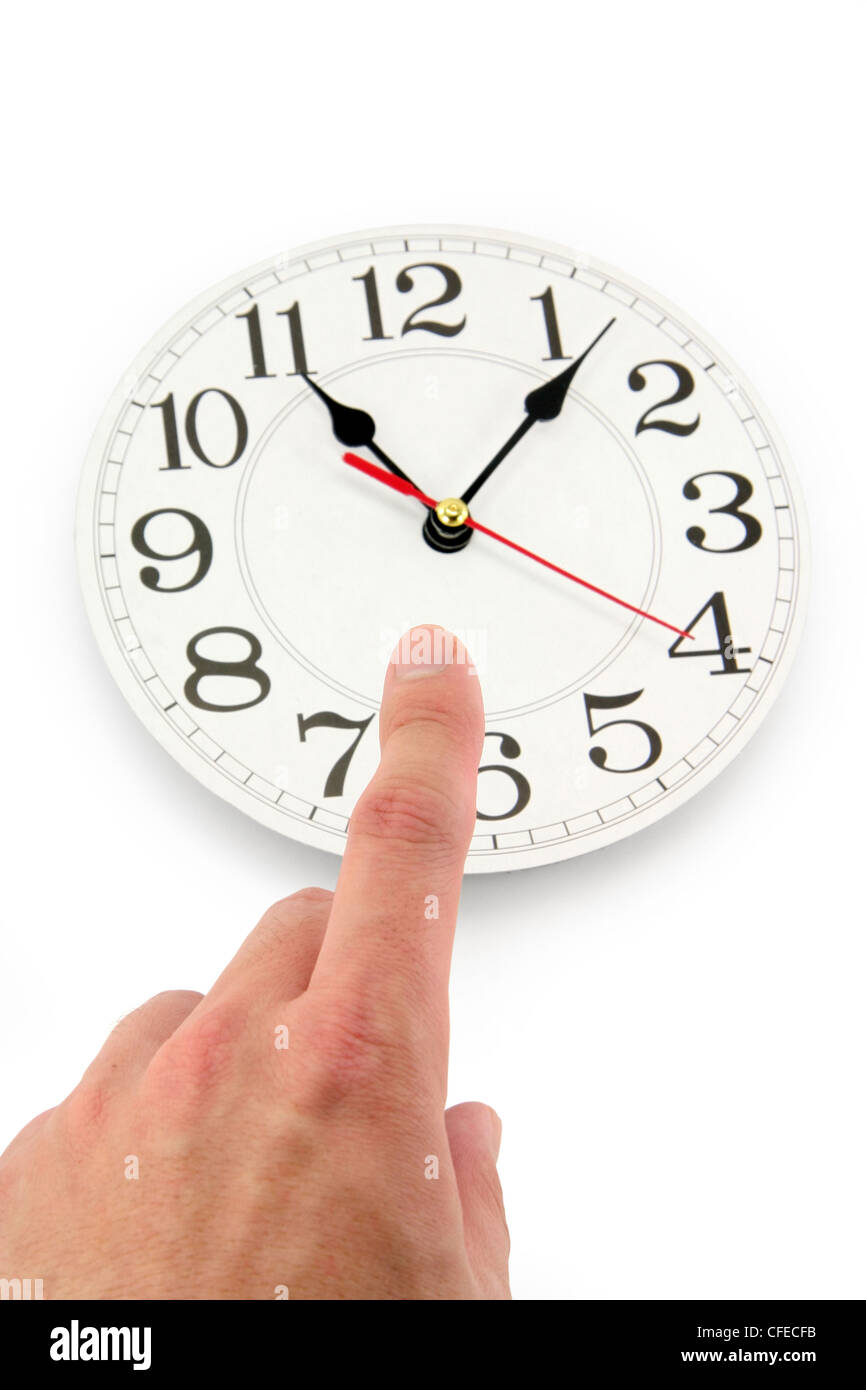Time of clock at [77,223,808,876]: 11:07
